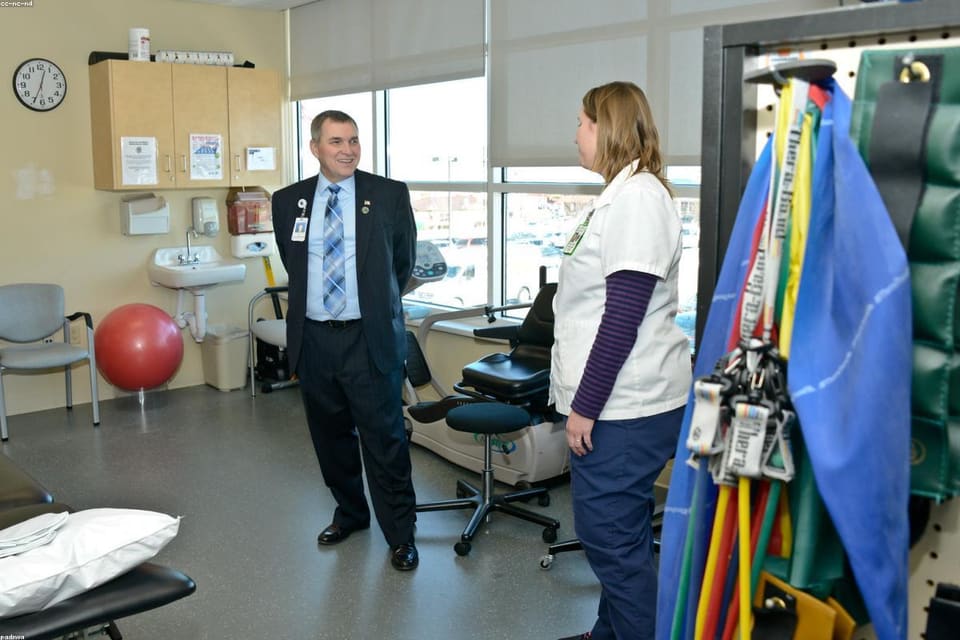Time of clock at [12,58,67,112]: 12:34
